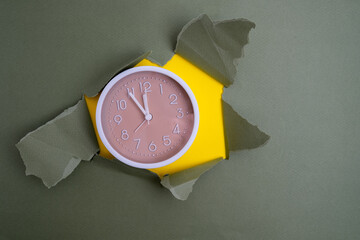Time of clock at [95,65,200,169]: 11:54
